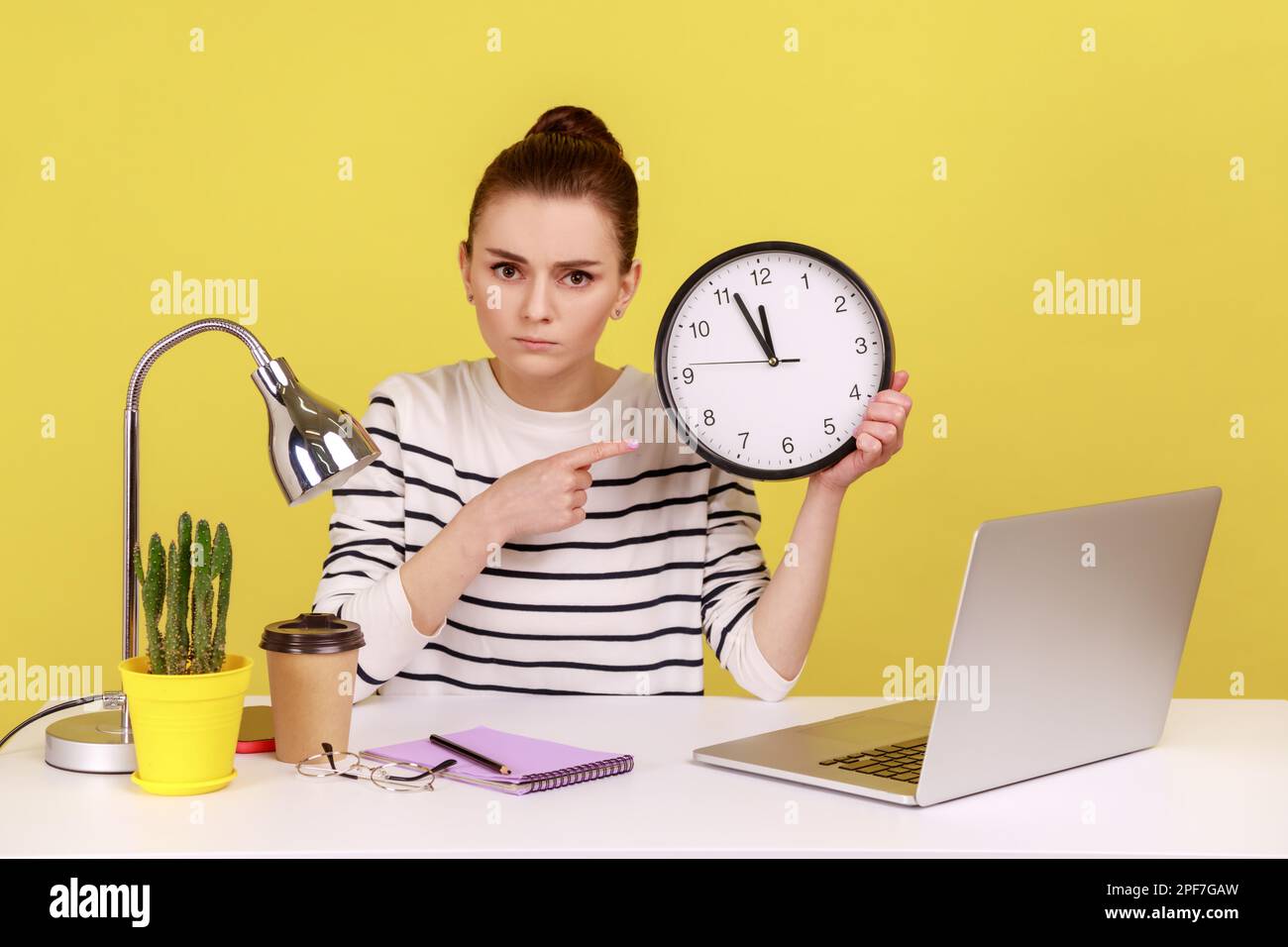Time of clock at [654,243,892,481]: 11:56
